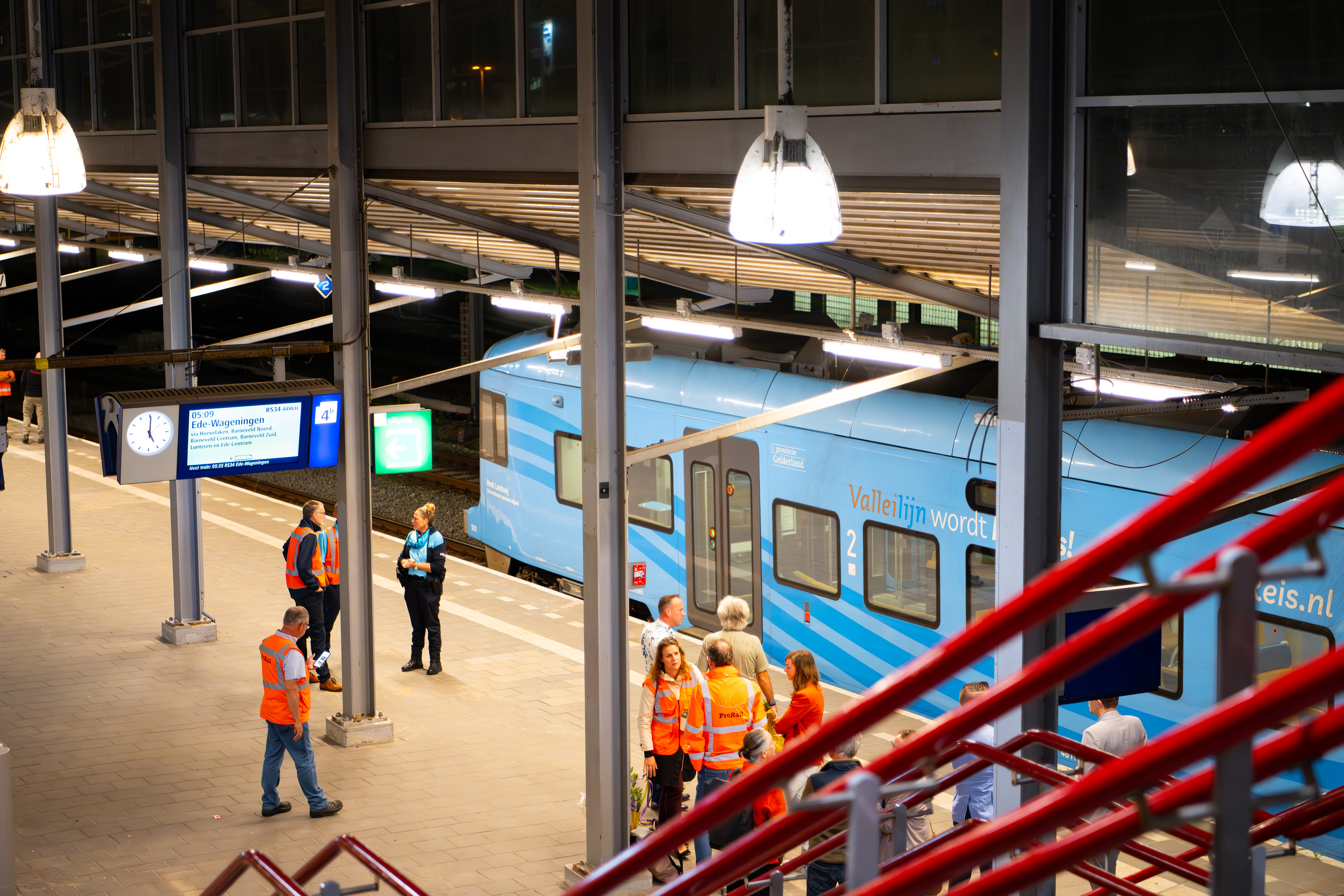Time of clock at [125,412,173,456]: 5:00
